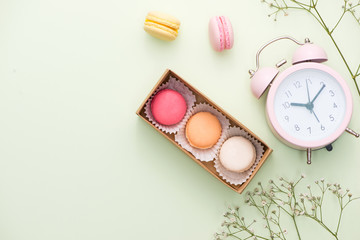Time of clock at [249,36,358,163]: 9:06
